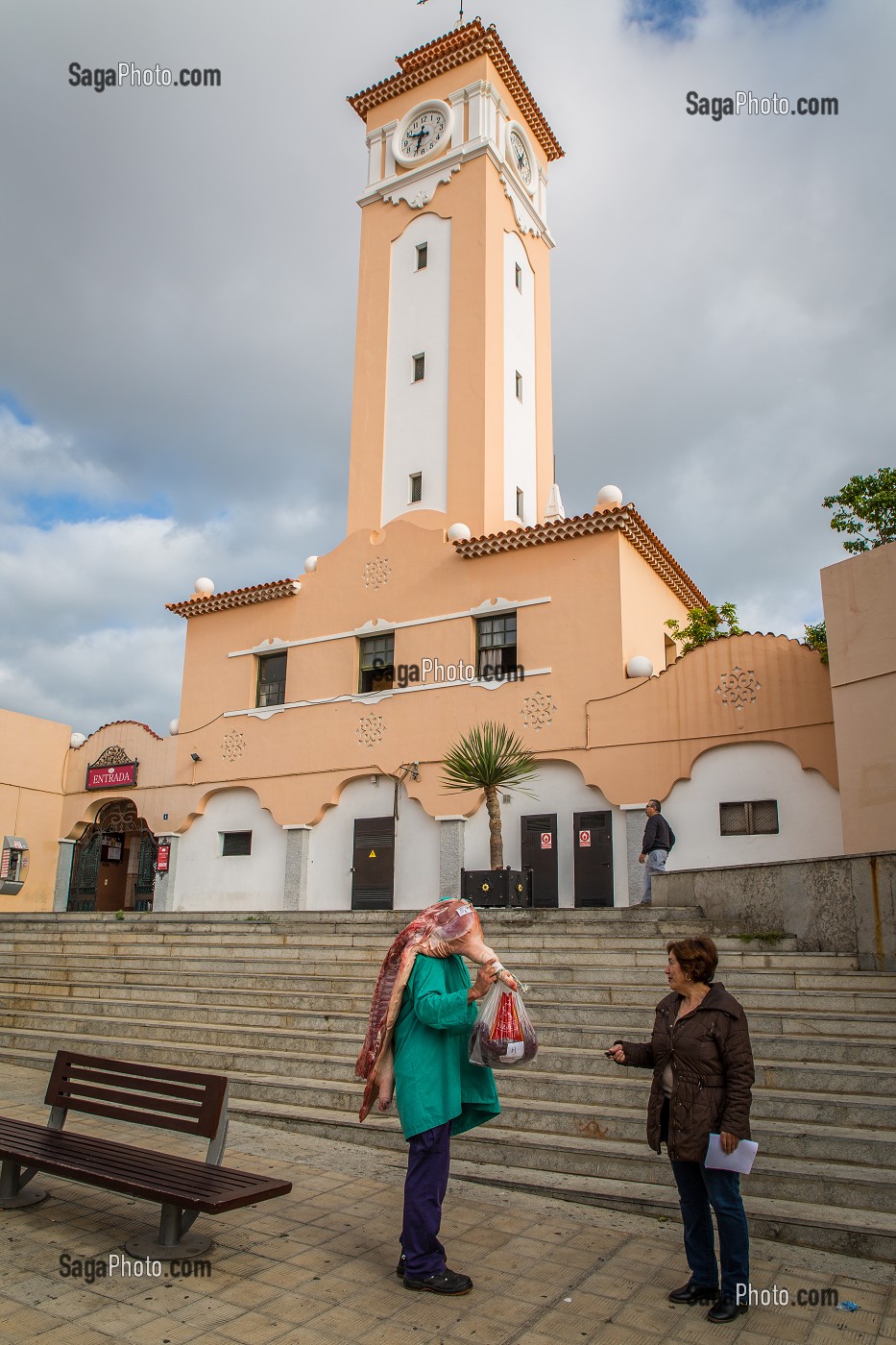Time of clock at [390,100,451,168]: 9:33
